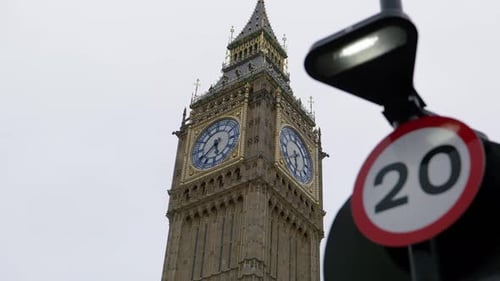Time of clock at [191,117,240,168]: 5:38
